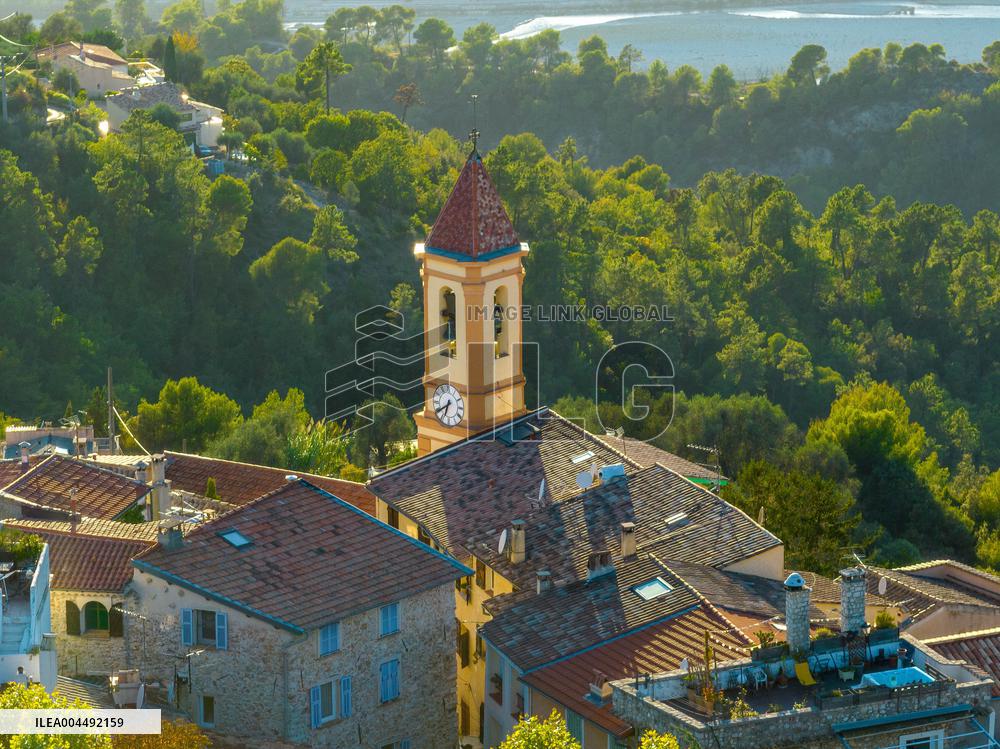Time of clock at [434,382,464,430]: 6:39
